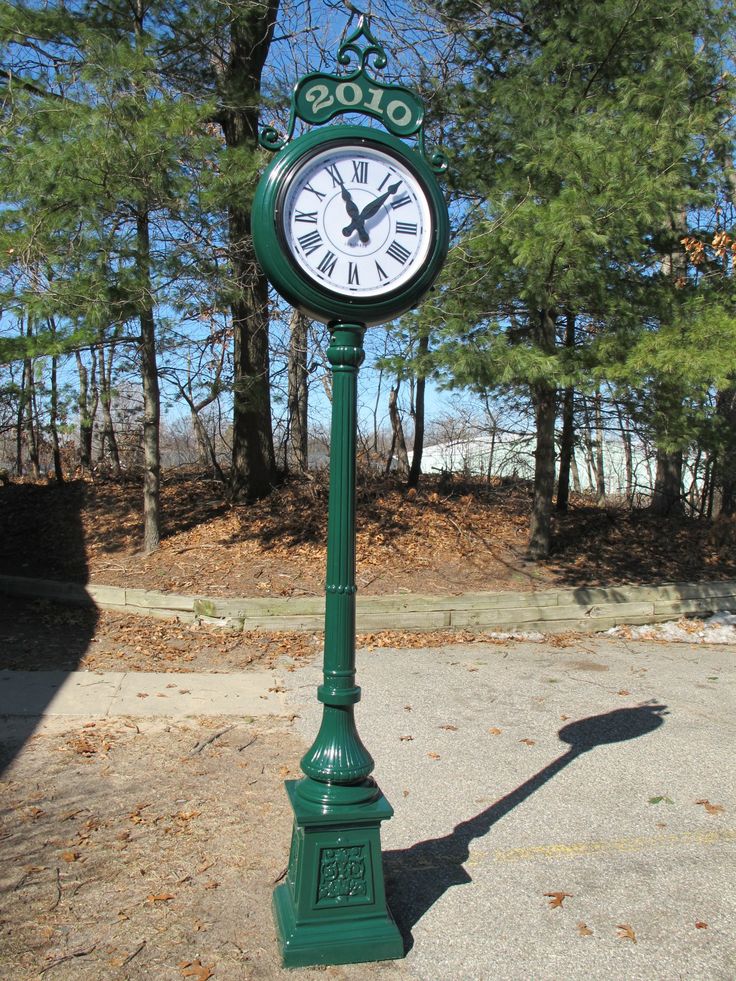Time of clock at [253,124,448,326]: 11:07
